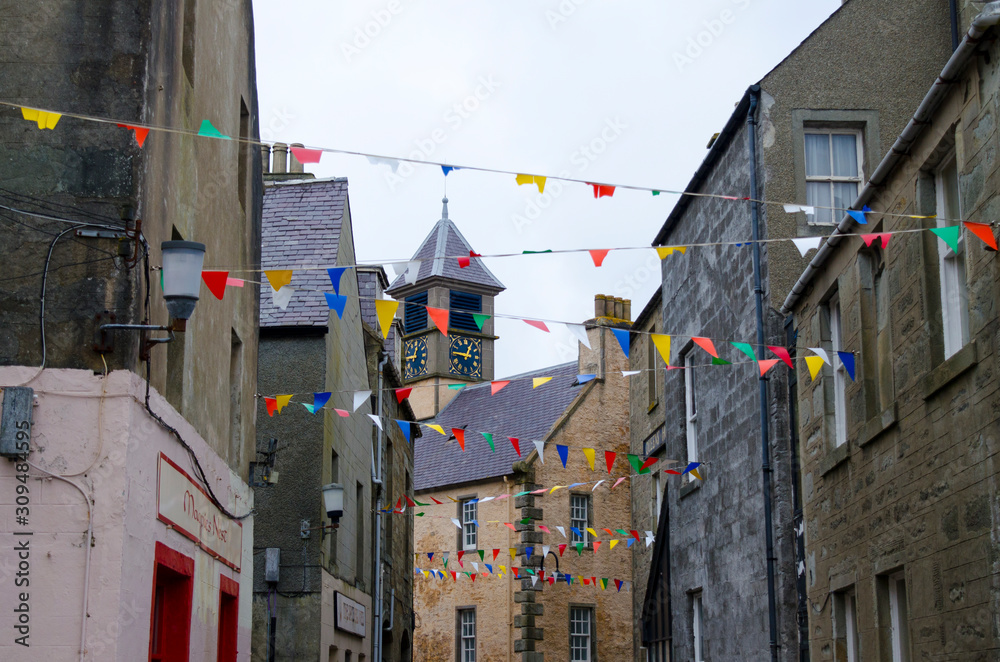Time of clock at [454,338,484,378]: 12:46
